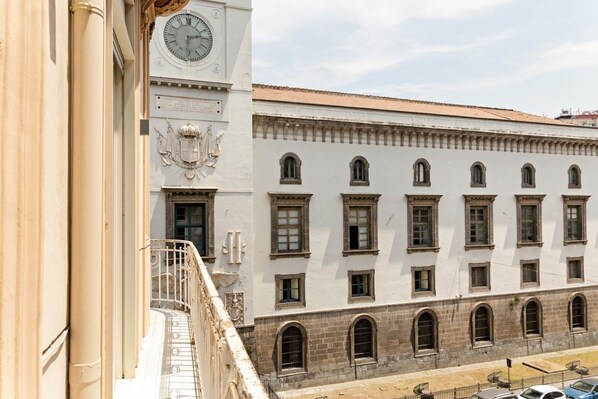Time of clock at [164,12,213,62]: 2:31
